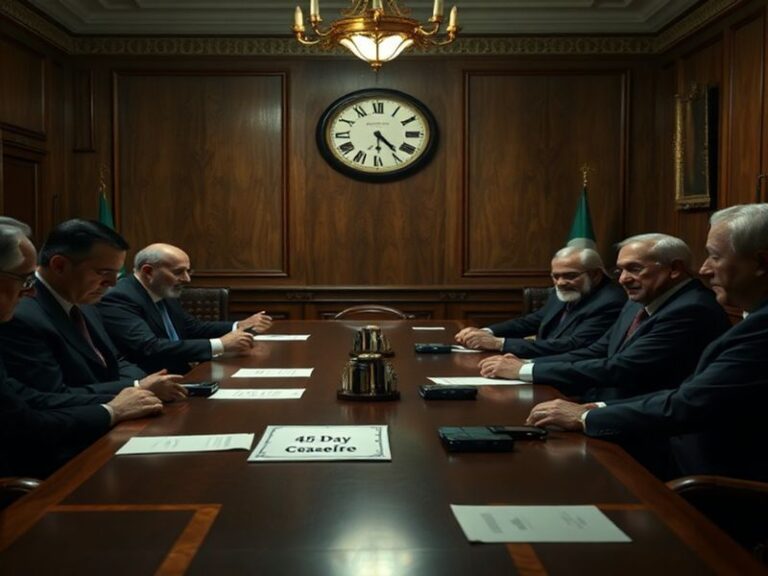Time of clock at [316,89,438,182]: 4:30
